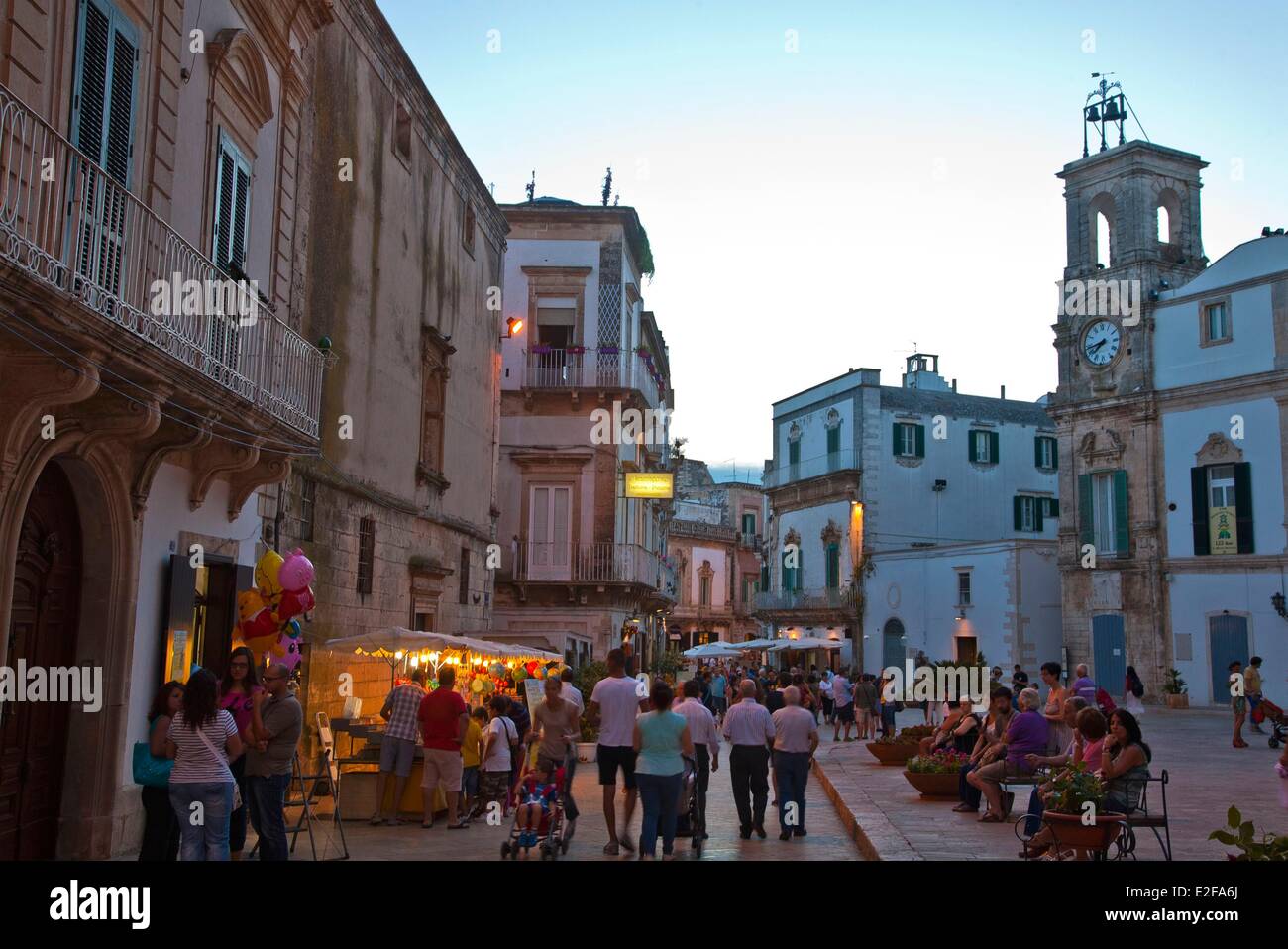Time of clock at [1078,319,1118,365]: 7:43
